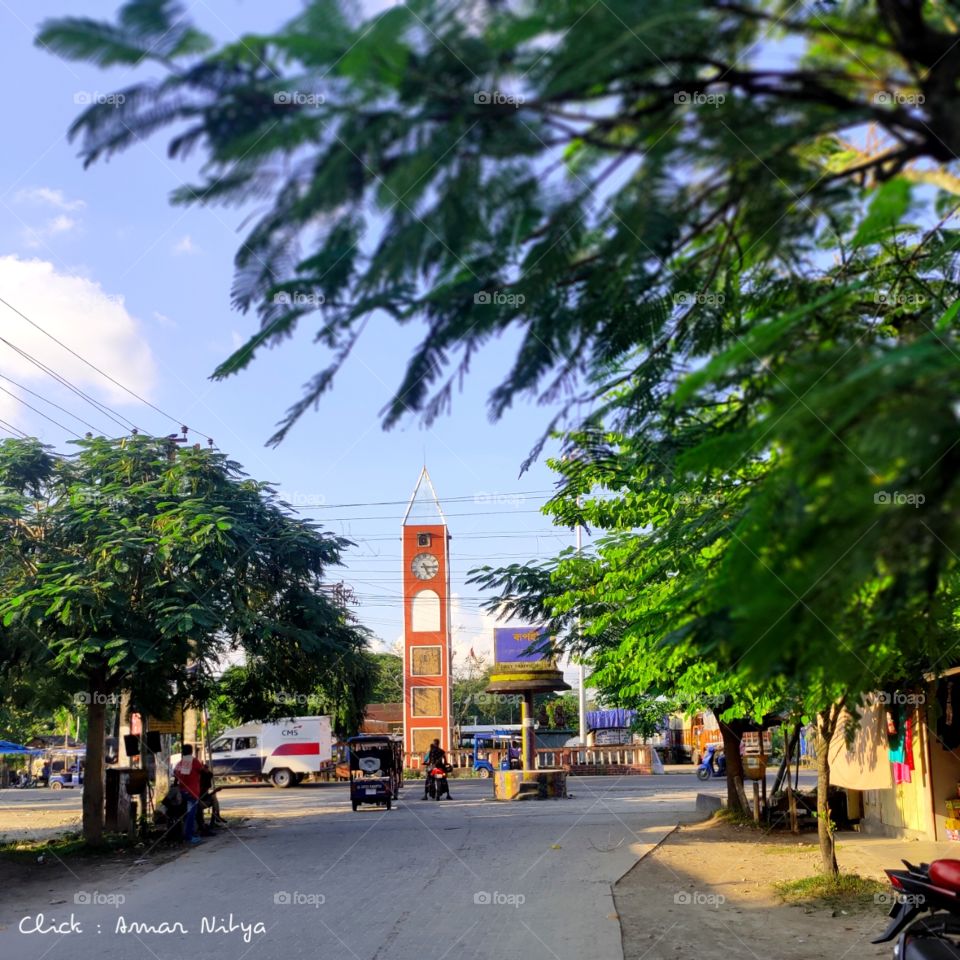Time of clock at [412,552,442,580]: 5:15
